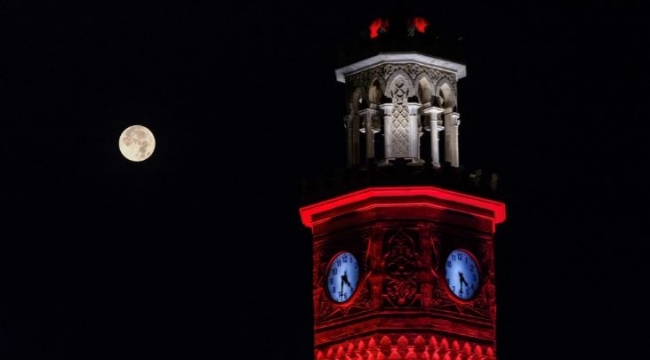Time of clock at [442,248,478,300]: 4:29
